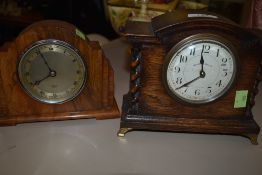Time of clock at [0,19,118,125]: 7:55
